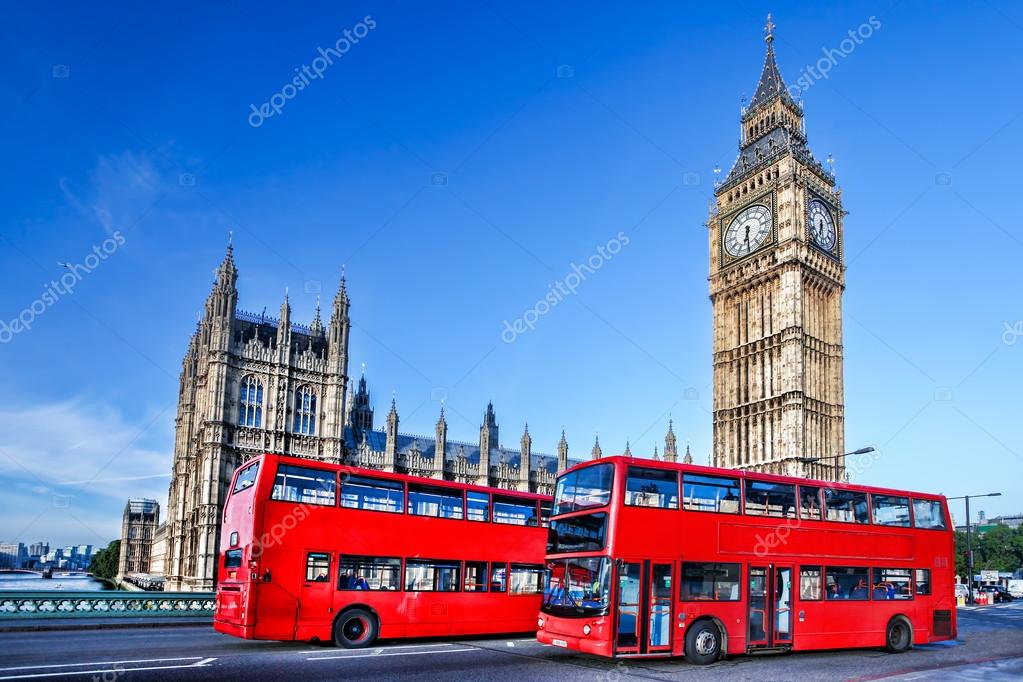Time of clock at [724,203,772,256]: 6:29
